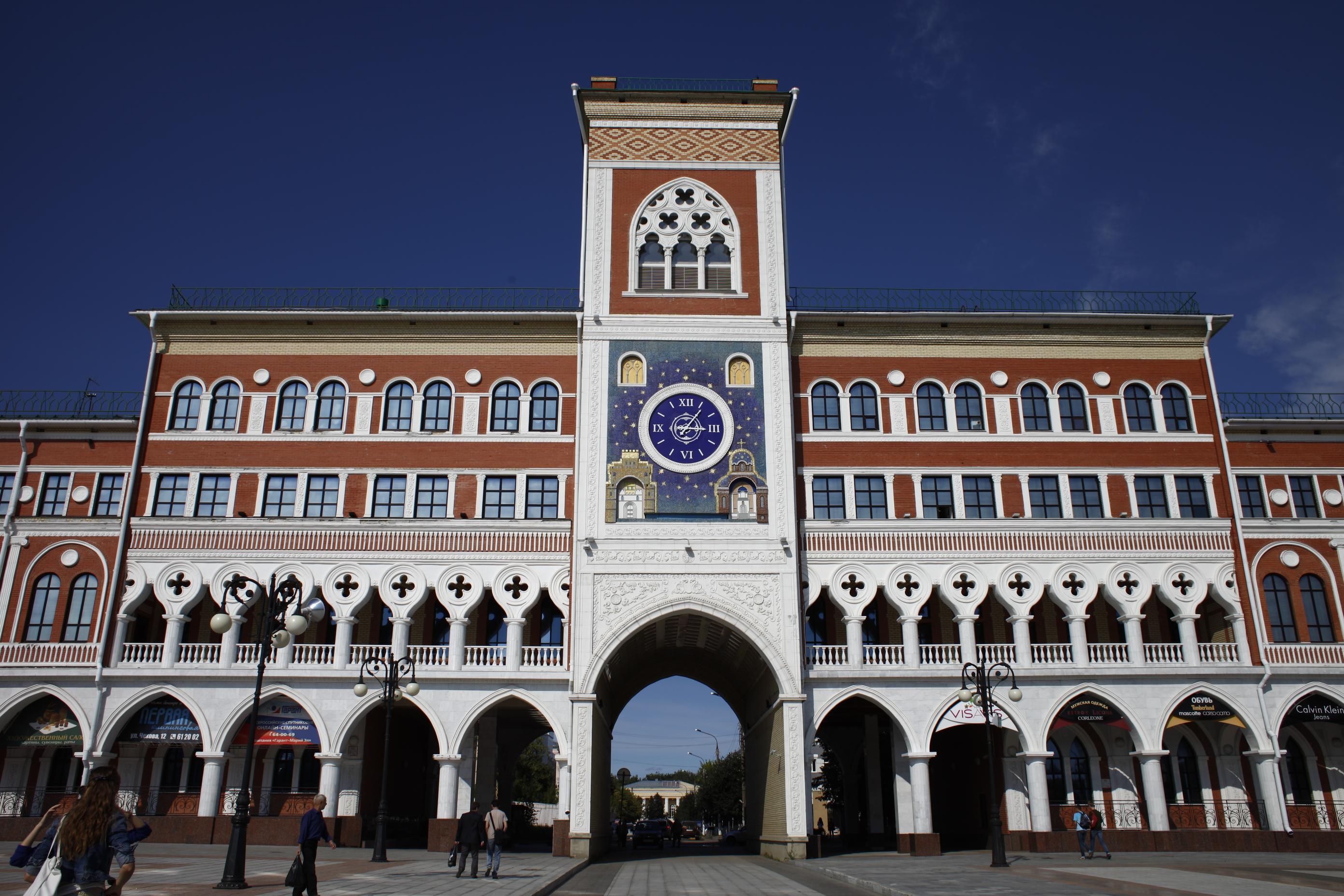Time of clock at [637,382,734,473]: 3:06
